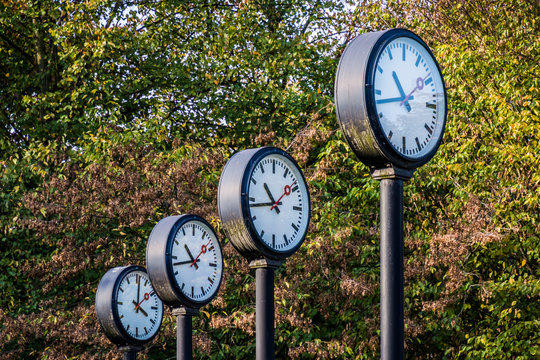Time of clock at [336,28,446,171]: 10:42
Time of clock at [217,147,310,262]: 10:43
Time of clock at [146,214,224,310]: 10:42
